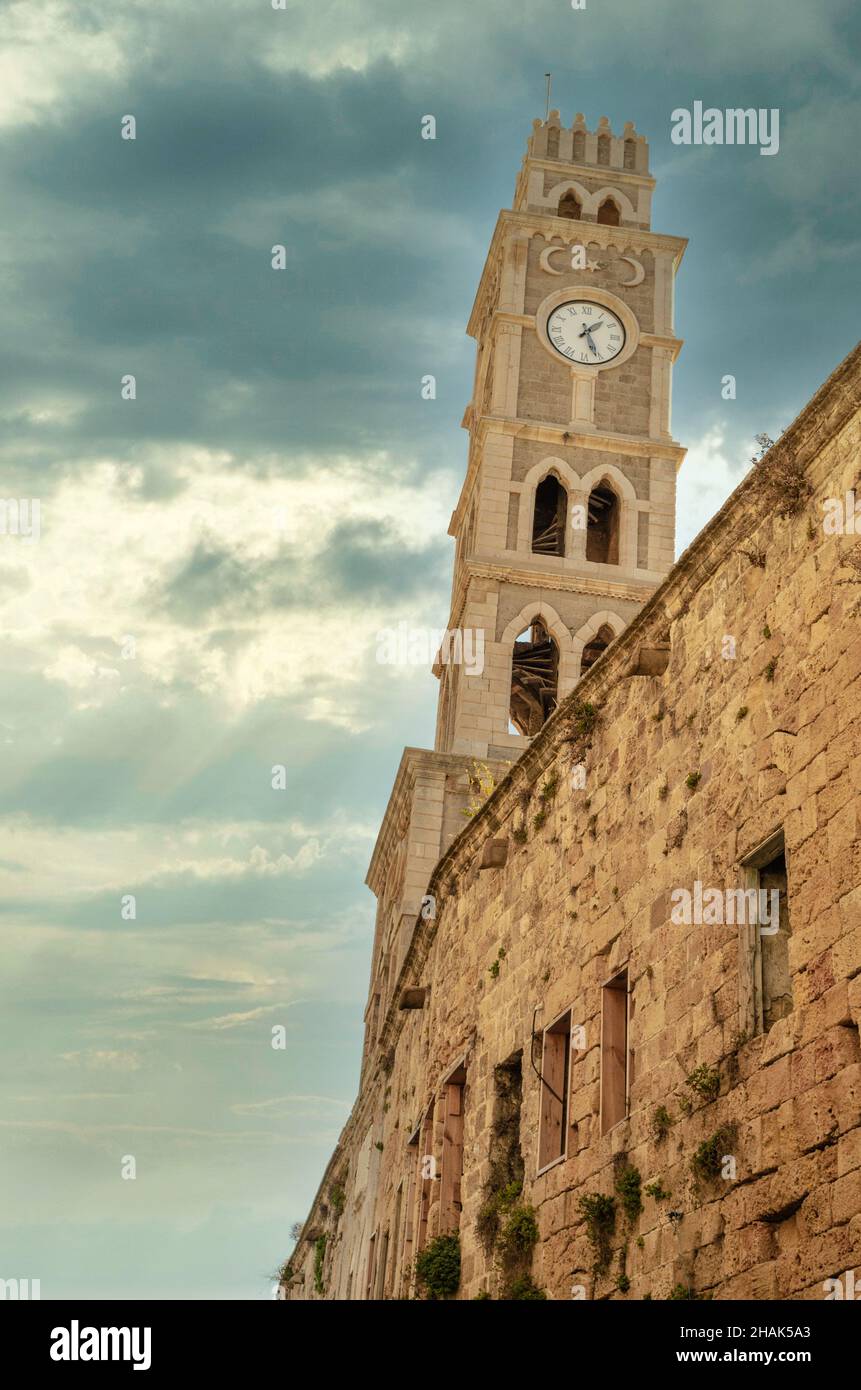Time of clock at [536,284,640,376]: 1:26
